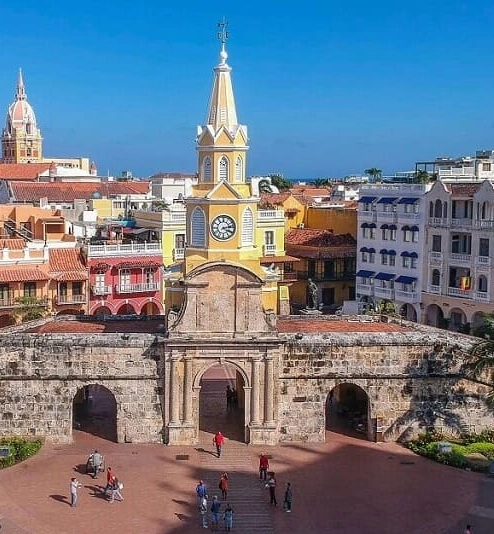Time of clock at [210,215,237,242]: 4:13
